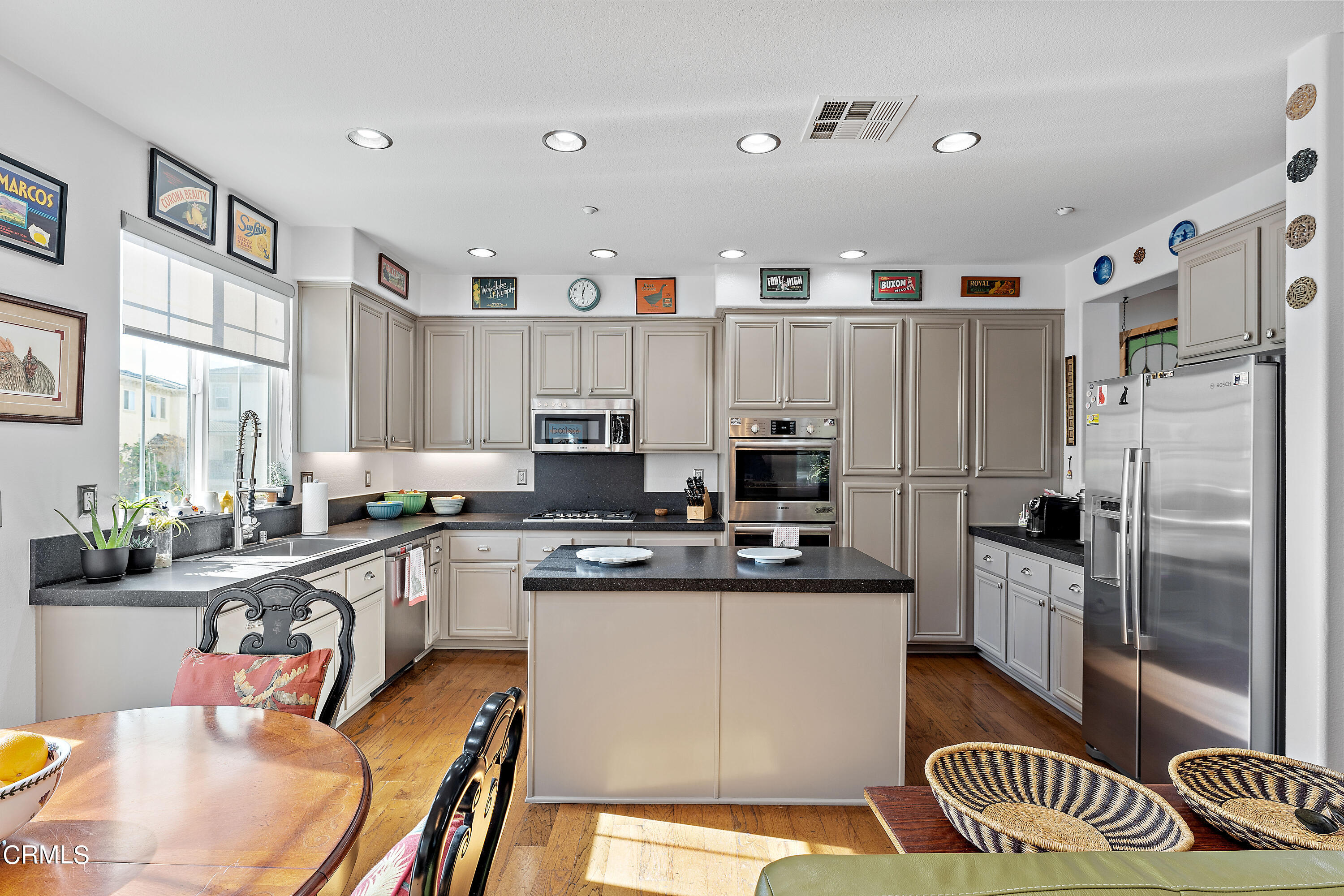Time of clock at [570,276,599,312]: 12:29
